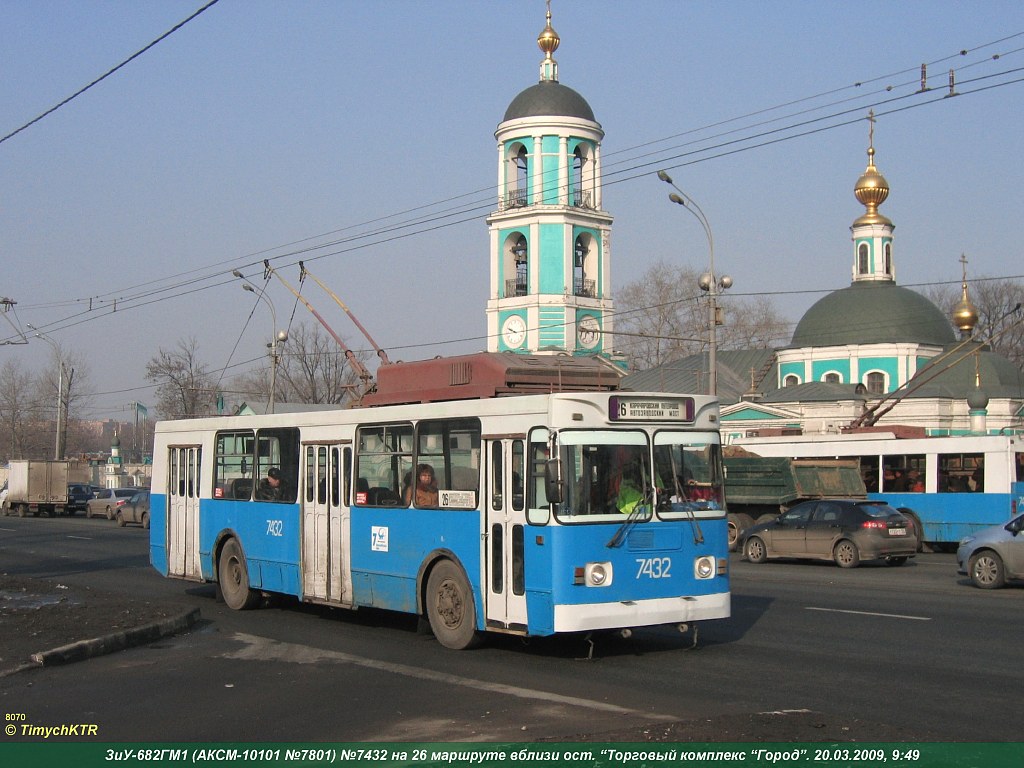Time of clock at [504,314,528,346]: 9:43
